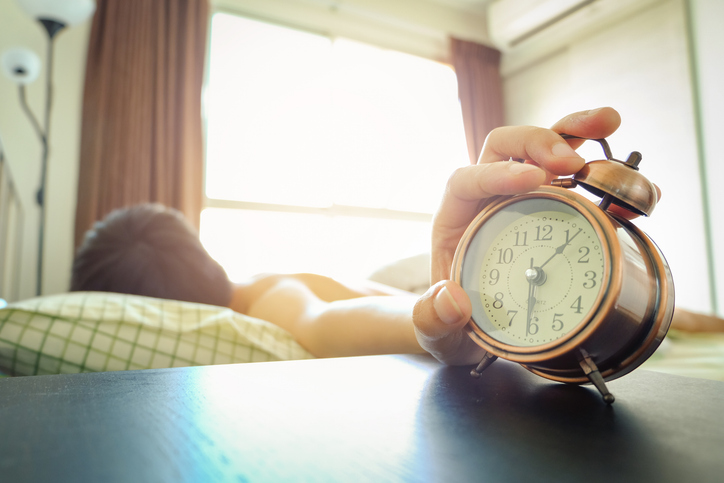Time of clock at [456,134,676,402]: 6:06
